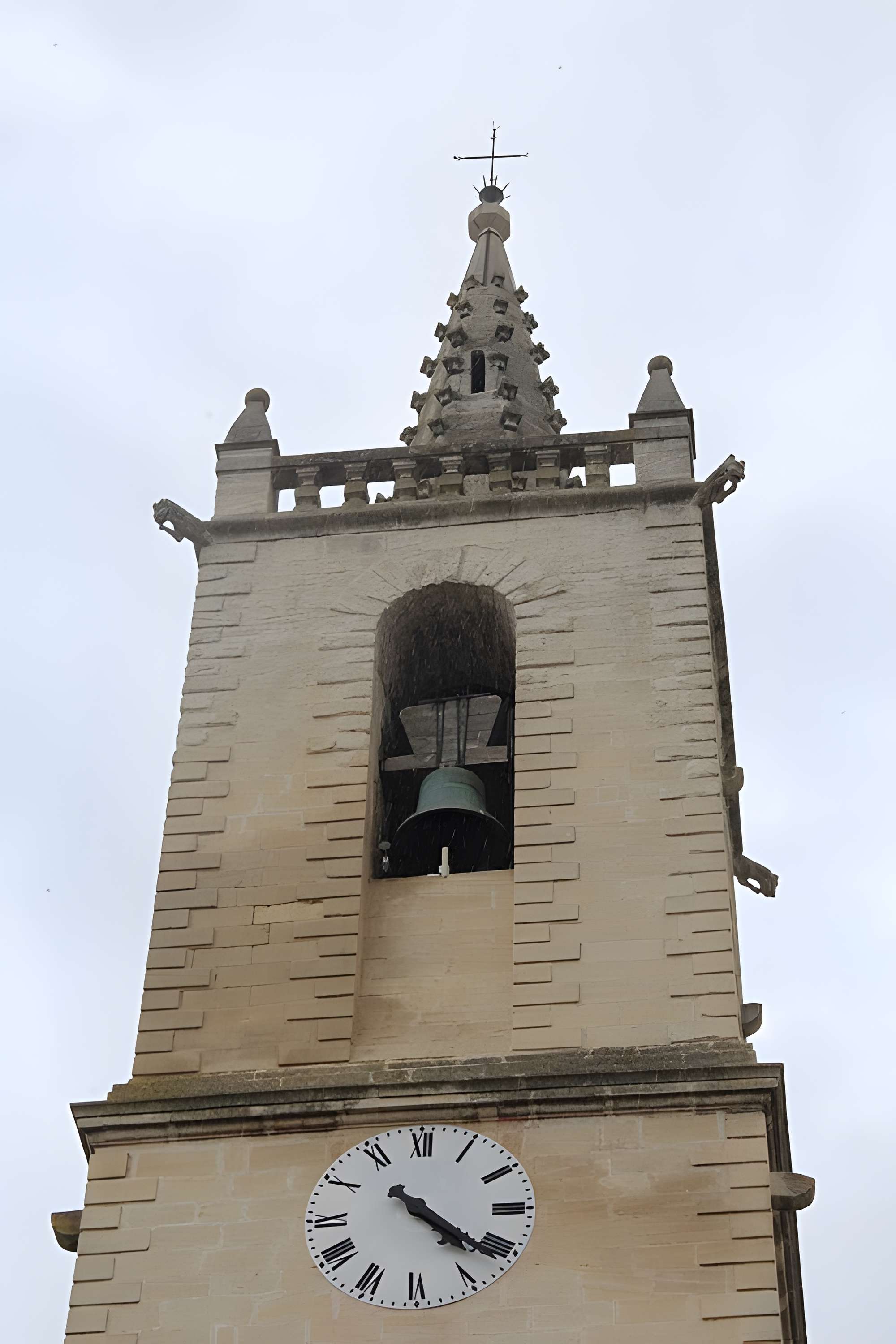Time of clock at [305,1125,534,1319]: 4:21
